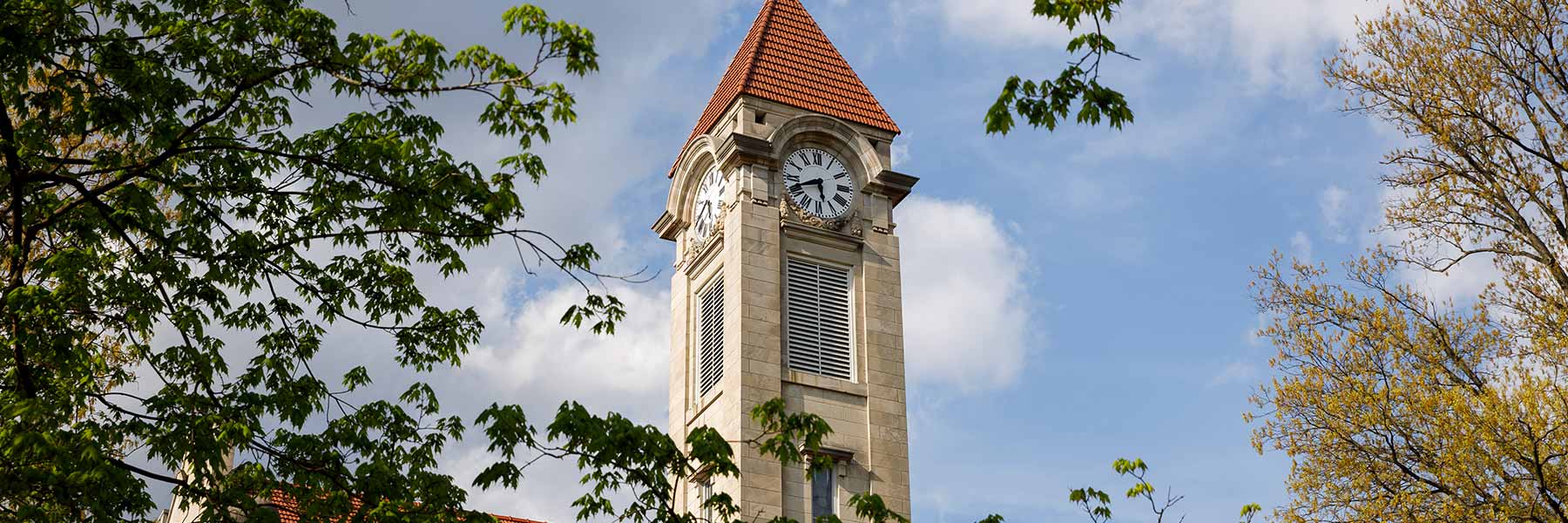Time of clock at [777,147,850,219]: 5:41
